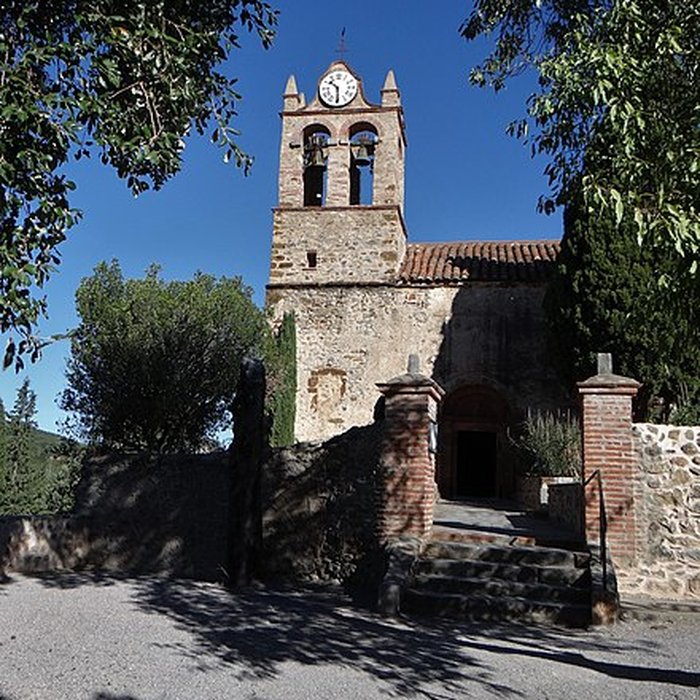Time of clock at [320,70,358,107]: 10:29
